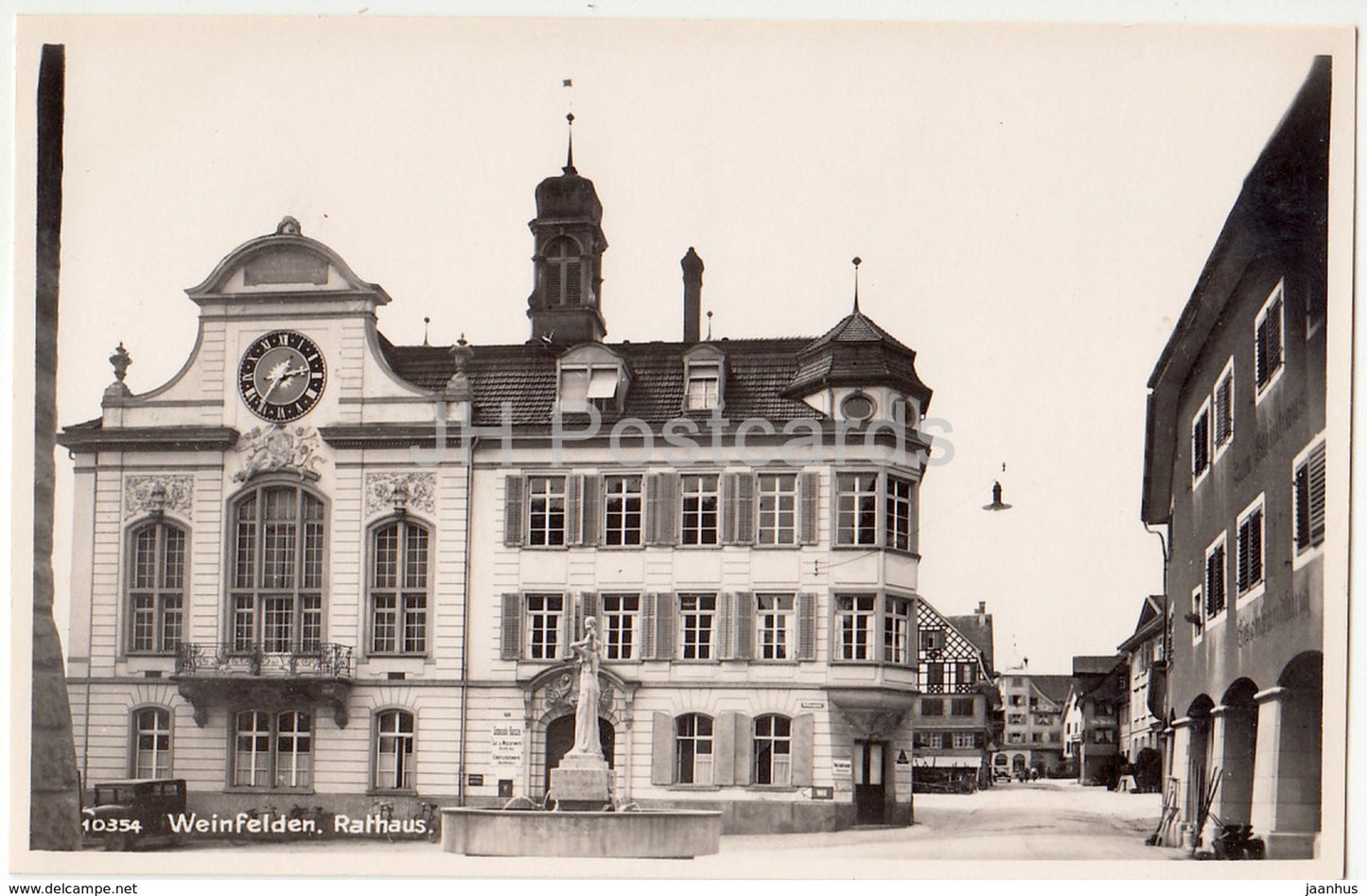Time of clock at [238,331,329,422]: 2:36
